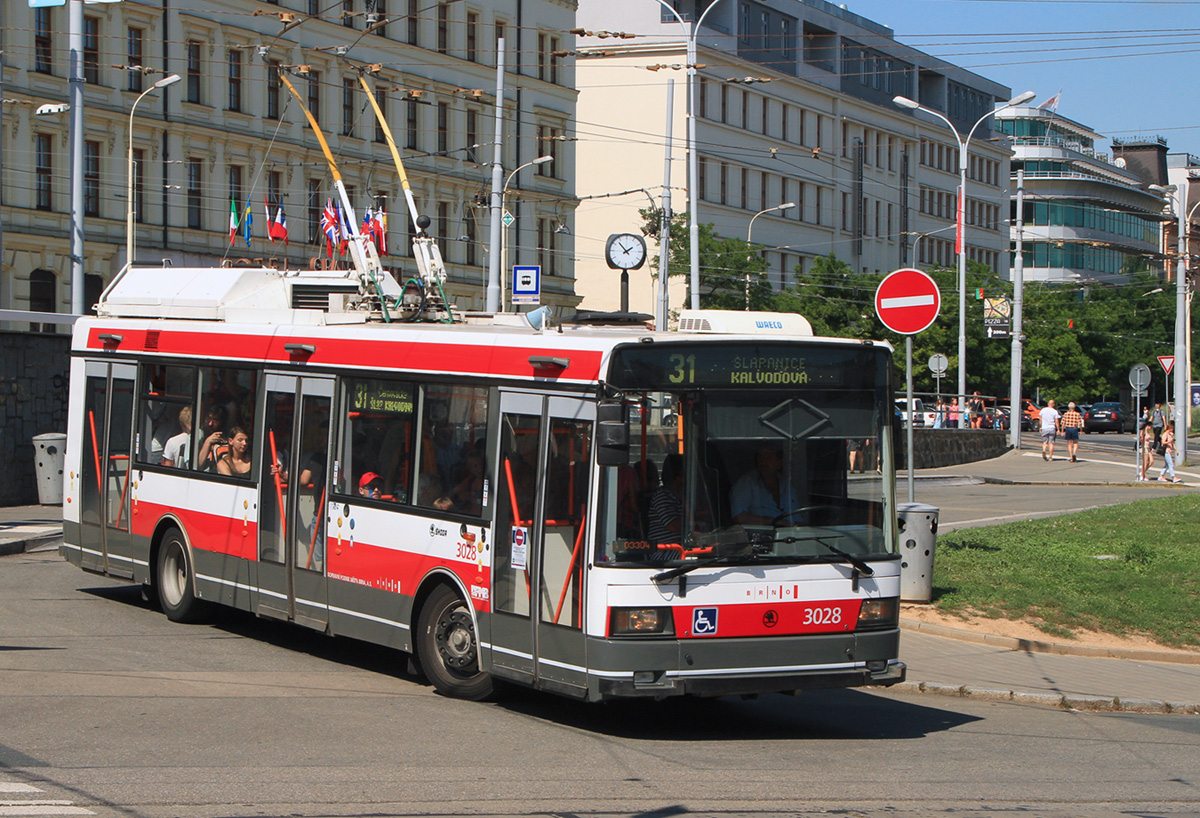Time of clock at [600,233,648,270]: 1:52
